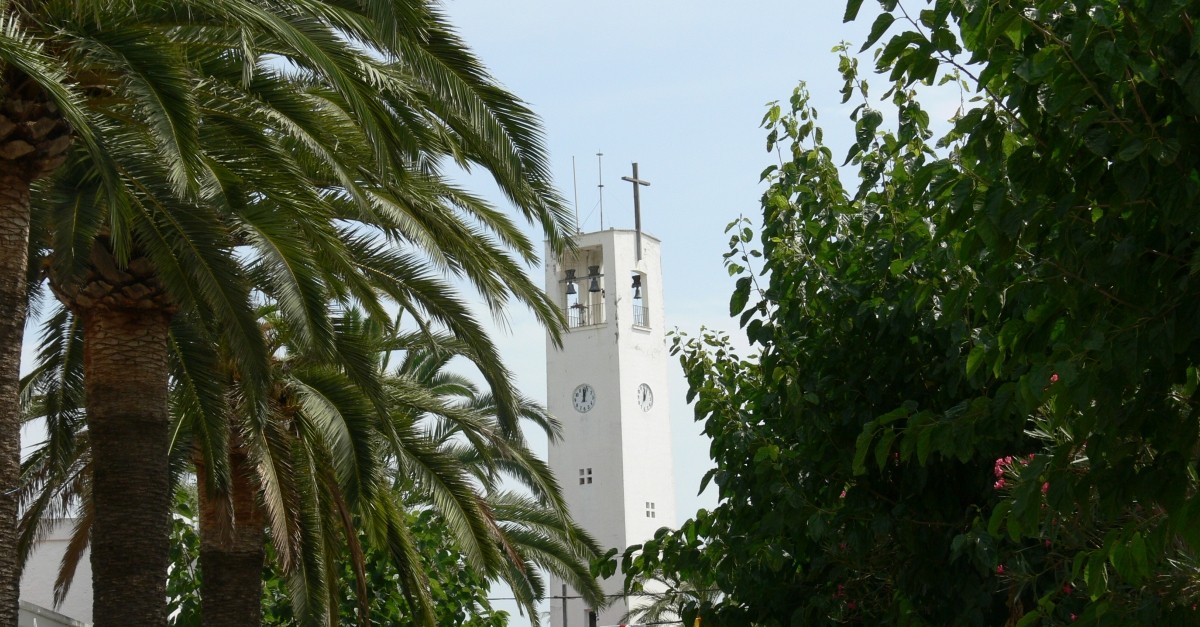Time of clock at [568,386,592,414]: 12:02
